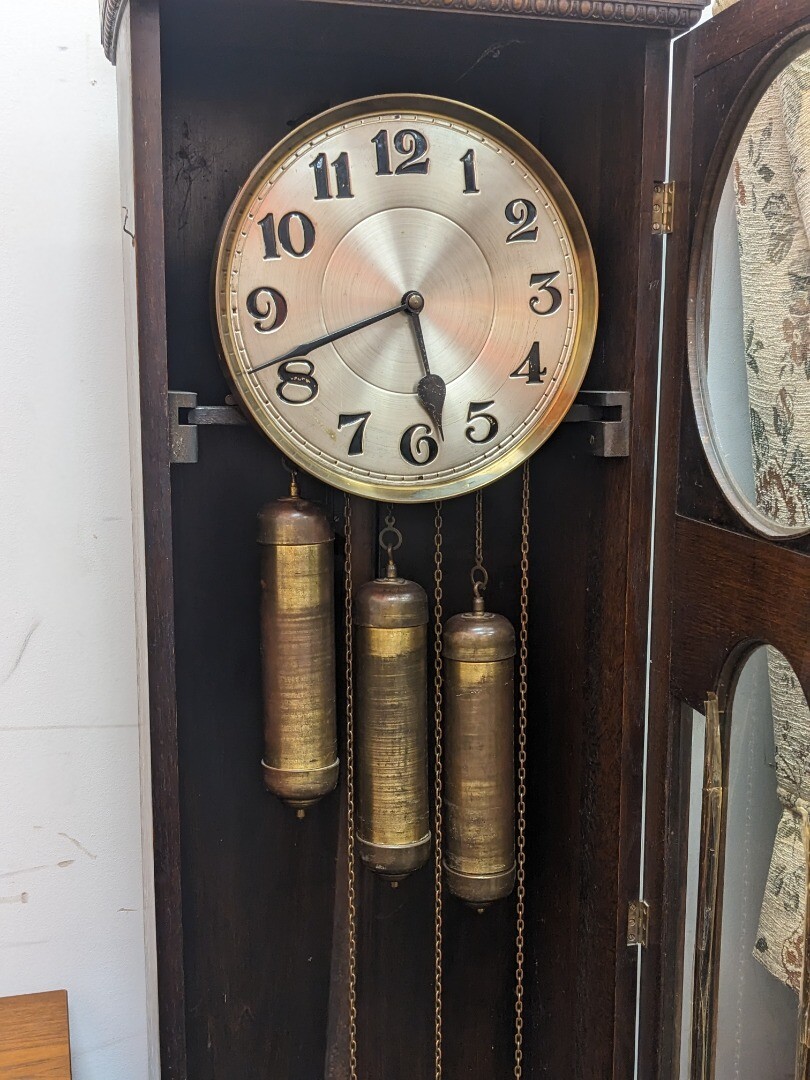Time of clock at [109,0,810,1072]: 5:41
